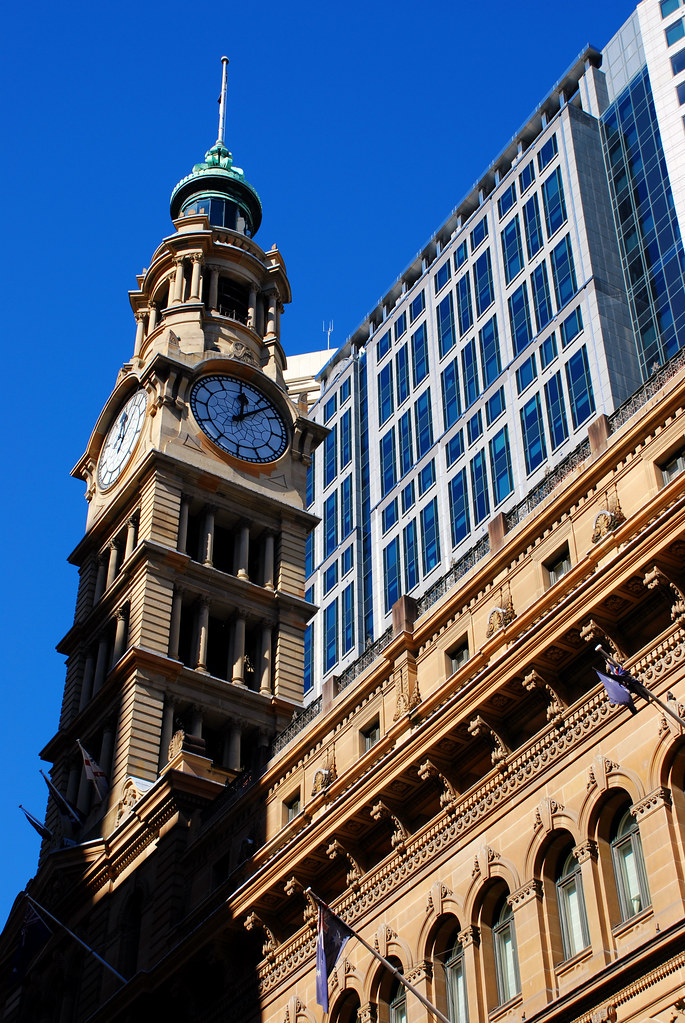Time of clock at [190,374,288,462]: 12:07
